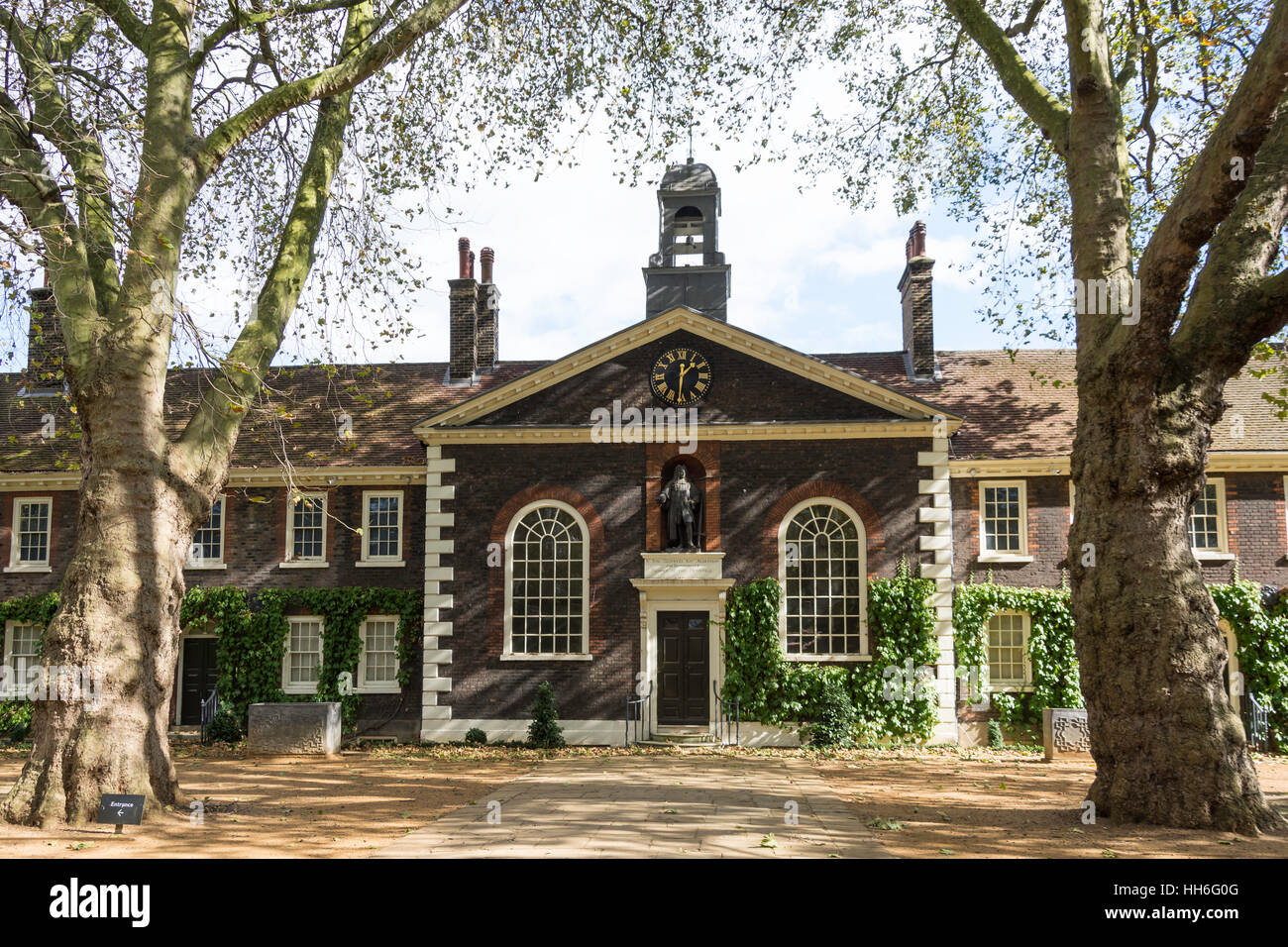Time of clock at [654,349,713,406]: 1:30
